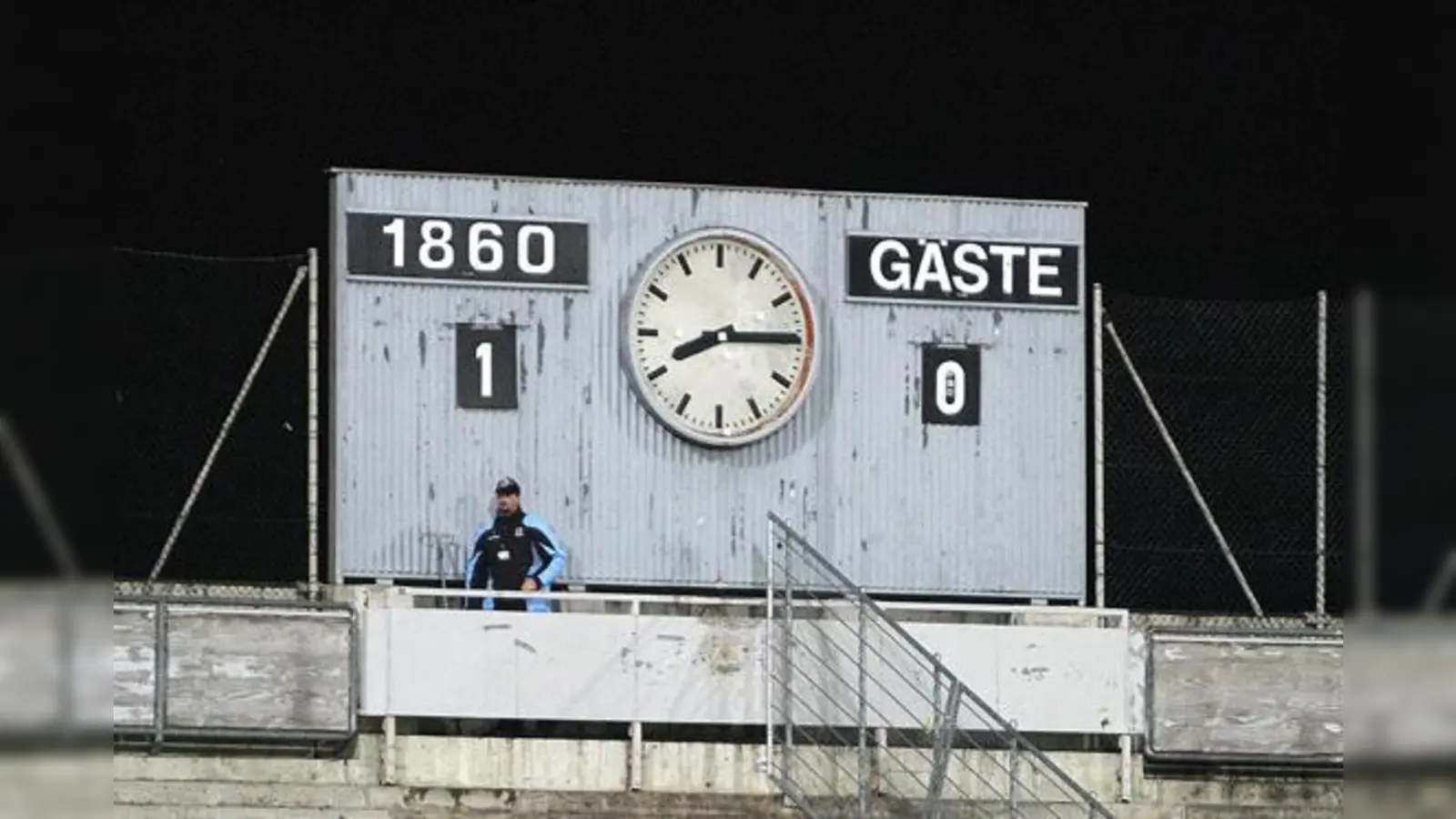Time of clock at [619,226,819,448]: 8:14
